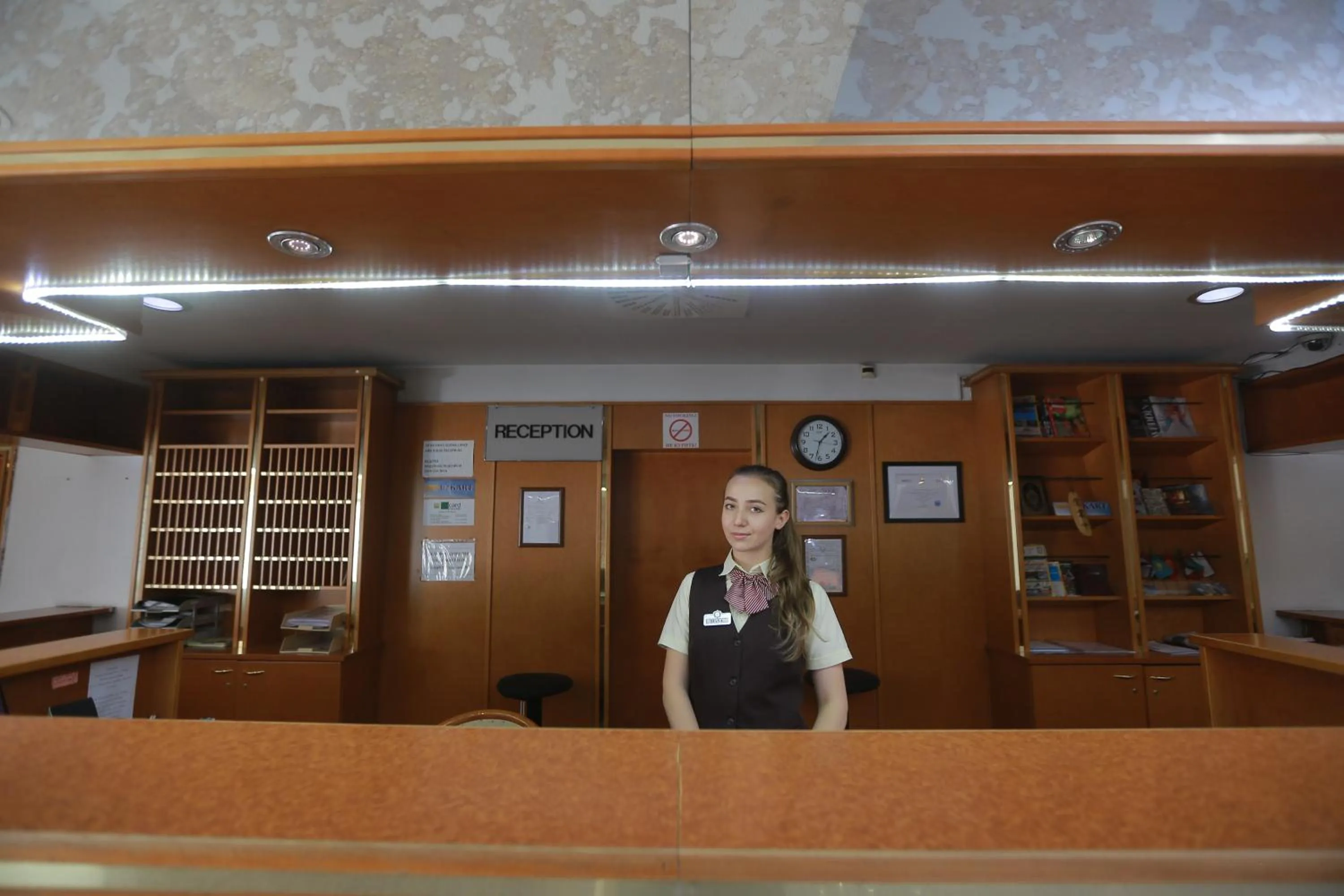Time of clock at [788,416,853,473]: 1:32
